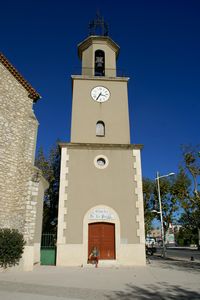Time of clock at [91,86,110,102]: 3:35
